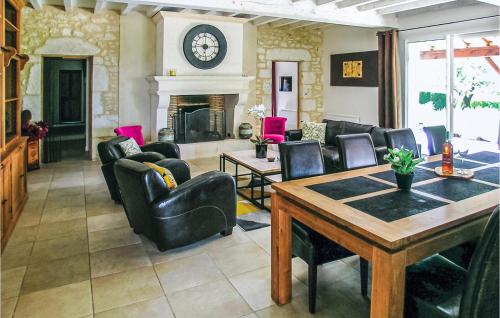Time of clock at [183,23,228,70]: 9:14
